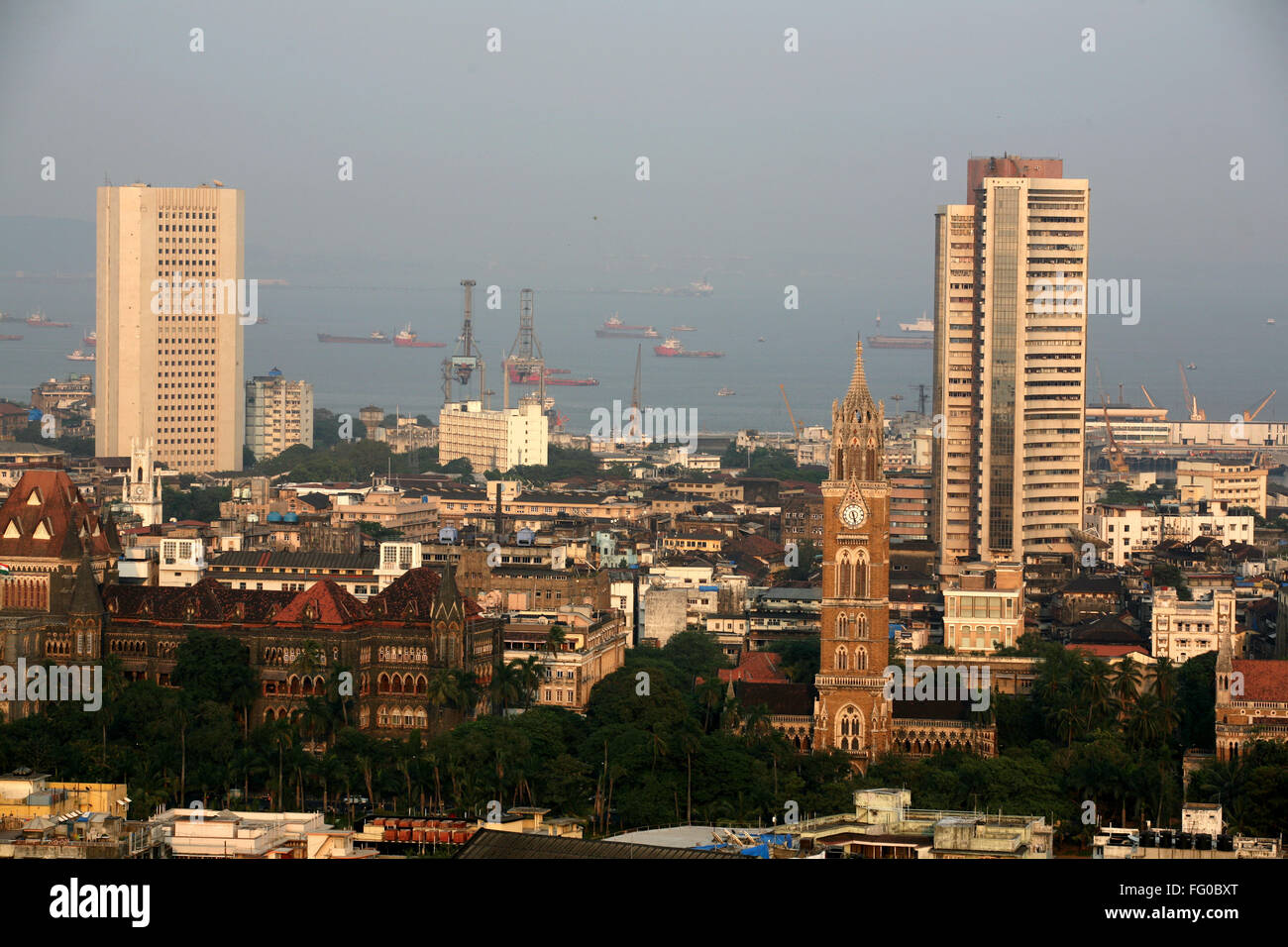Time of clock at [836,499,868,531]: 5:27
